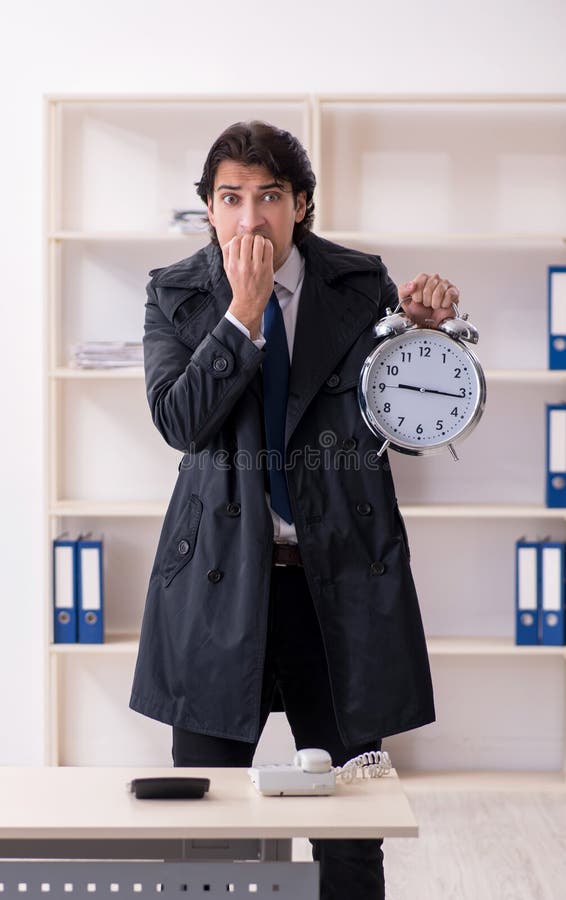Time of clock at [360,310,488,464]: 9:16
